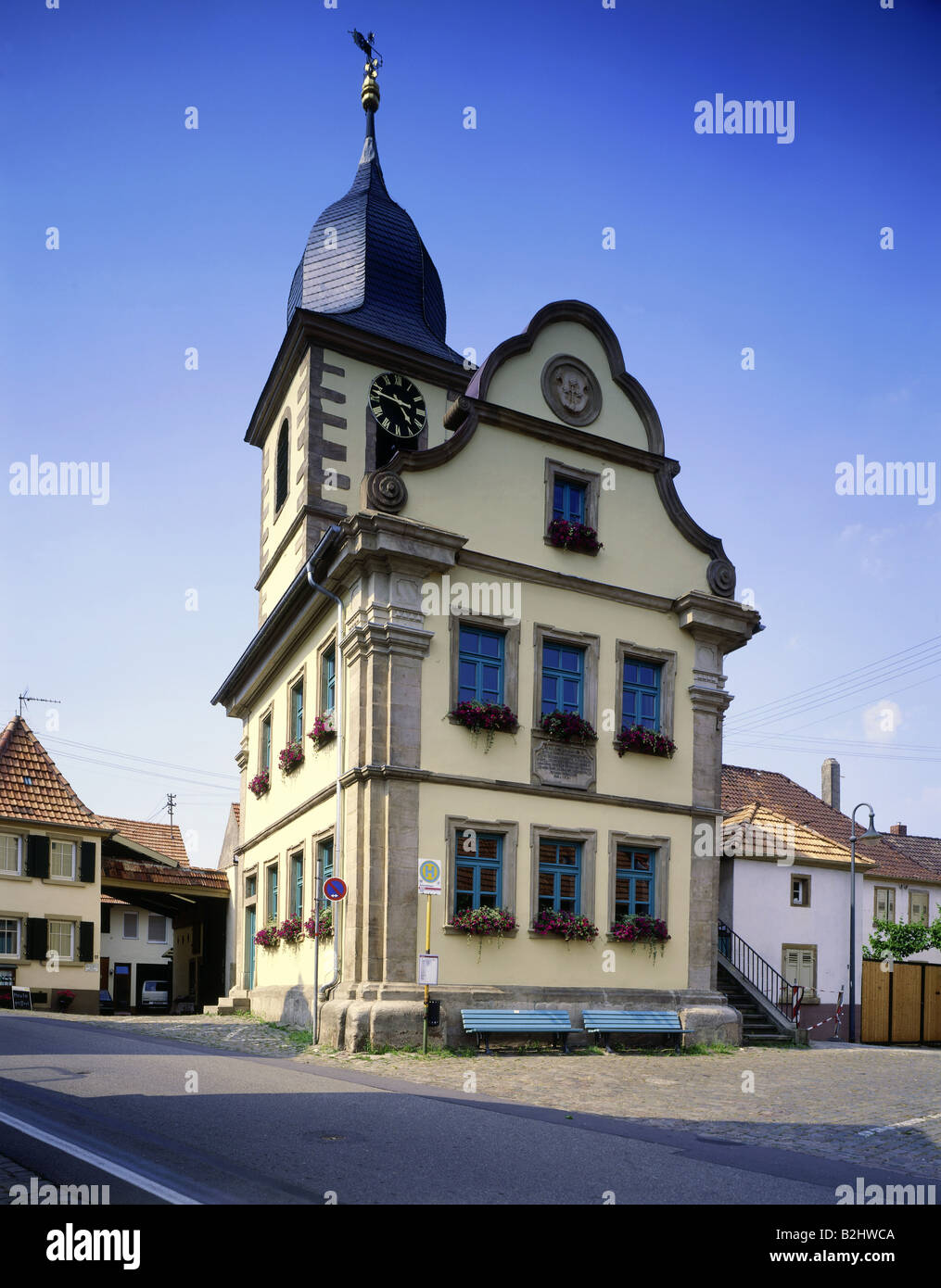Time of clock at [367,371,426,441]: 4:47
